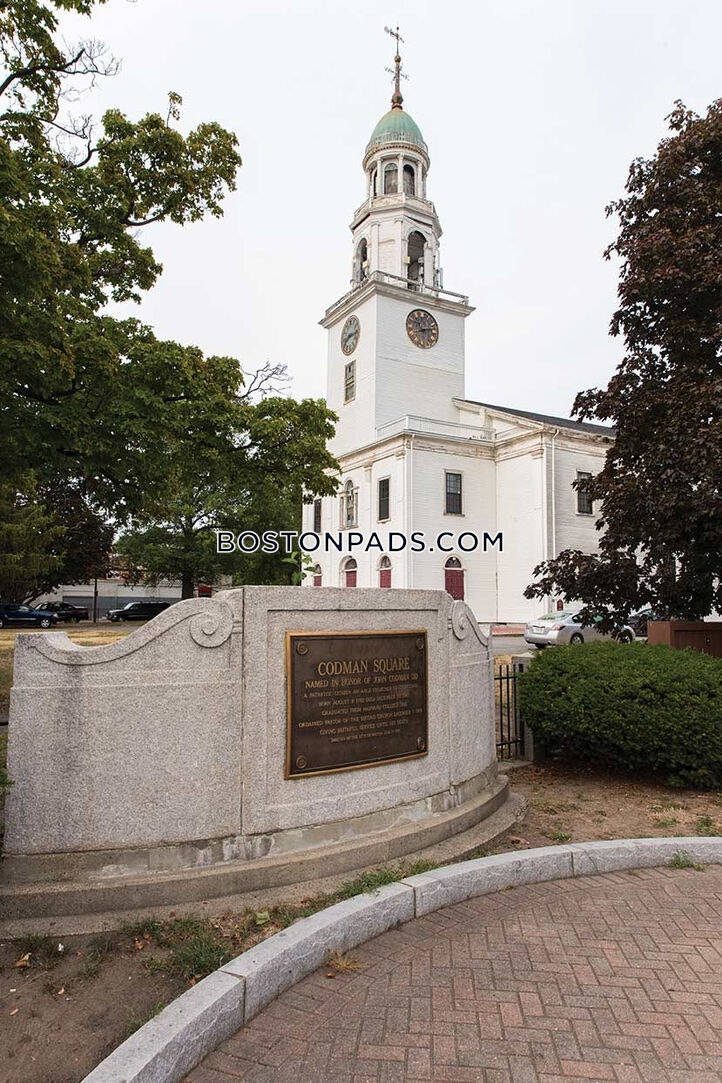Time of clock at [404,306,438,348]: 8:12
